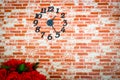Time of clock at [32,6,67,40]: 1:24
